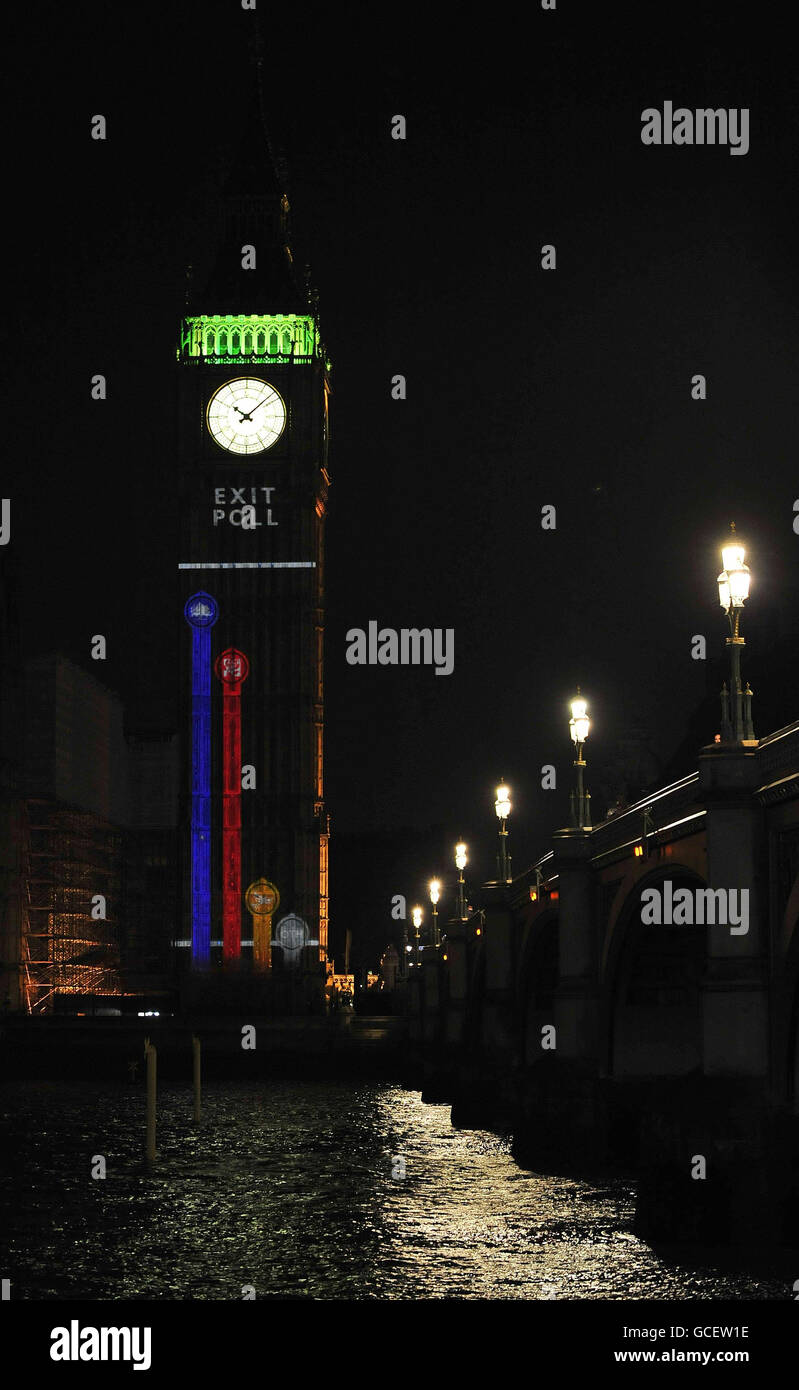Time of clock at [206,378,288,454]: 10:07
